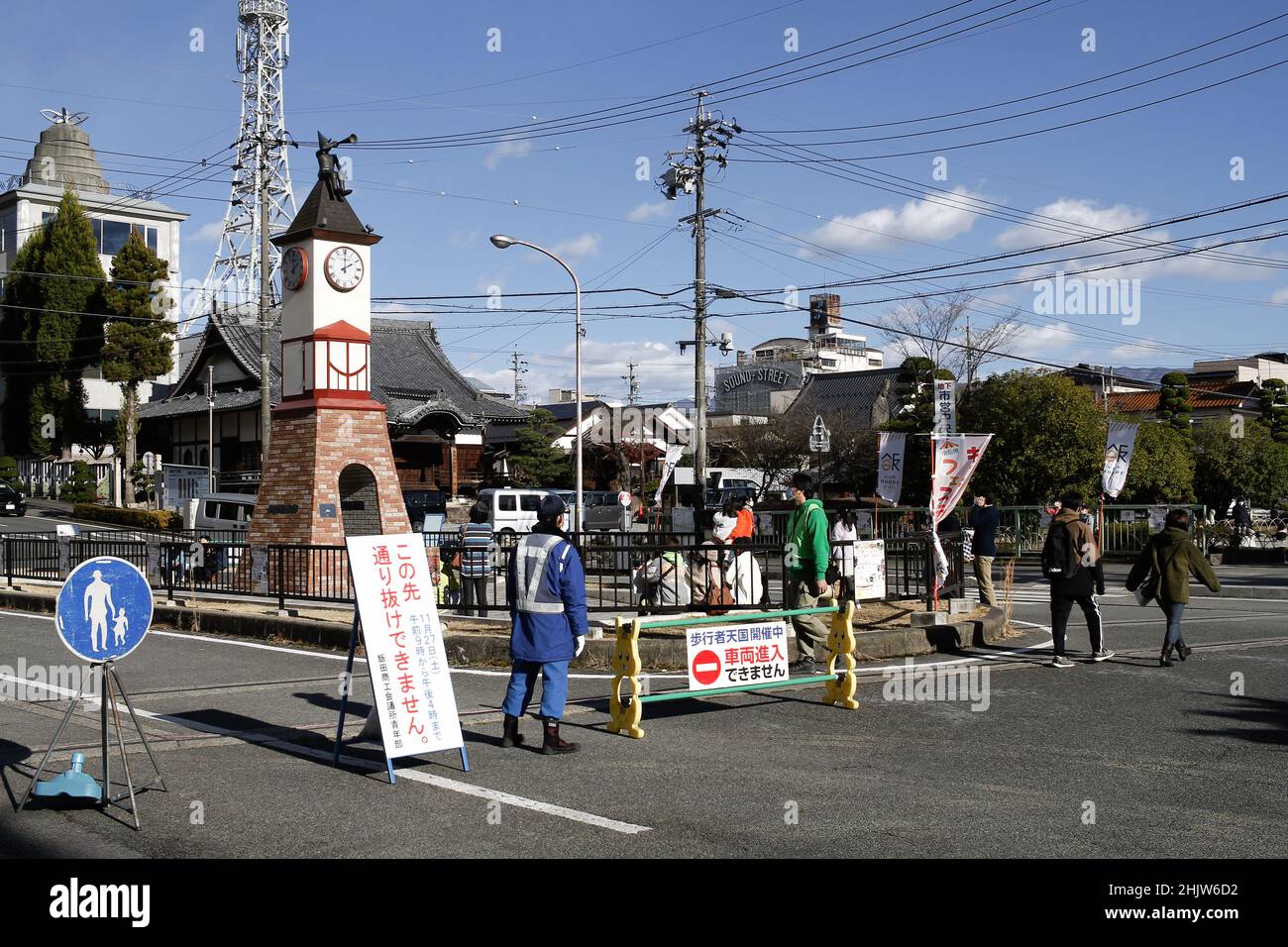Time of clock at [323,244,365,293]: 2:00
